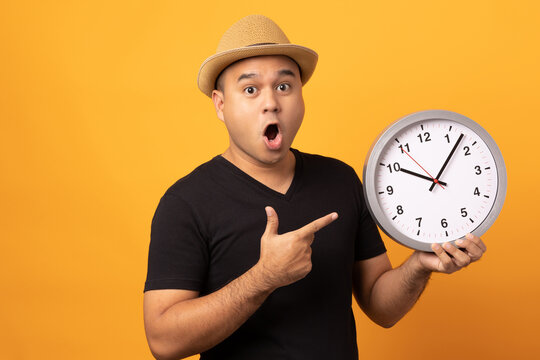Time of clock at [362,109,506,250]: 10:07
